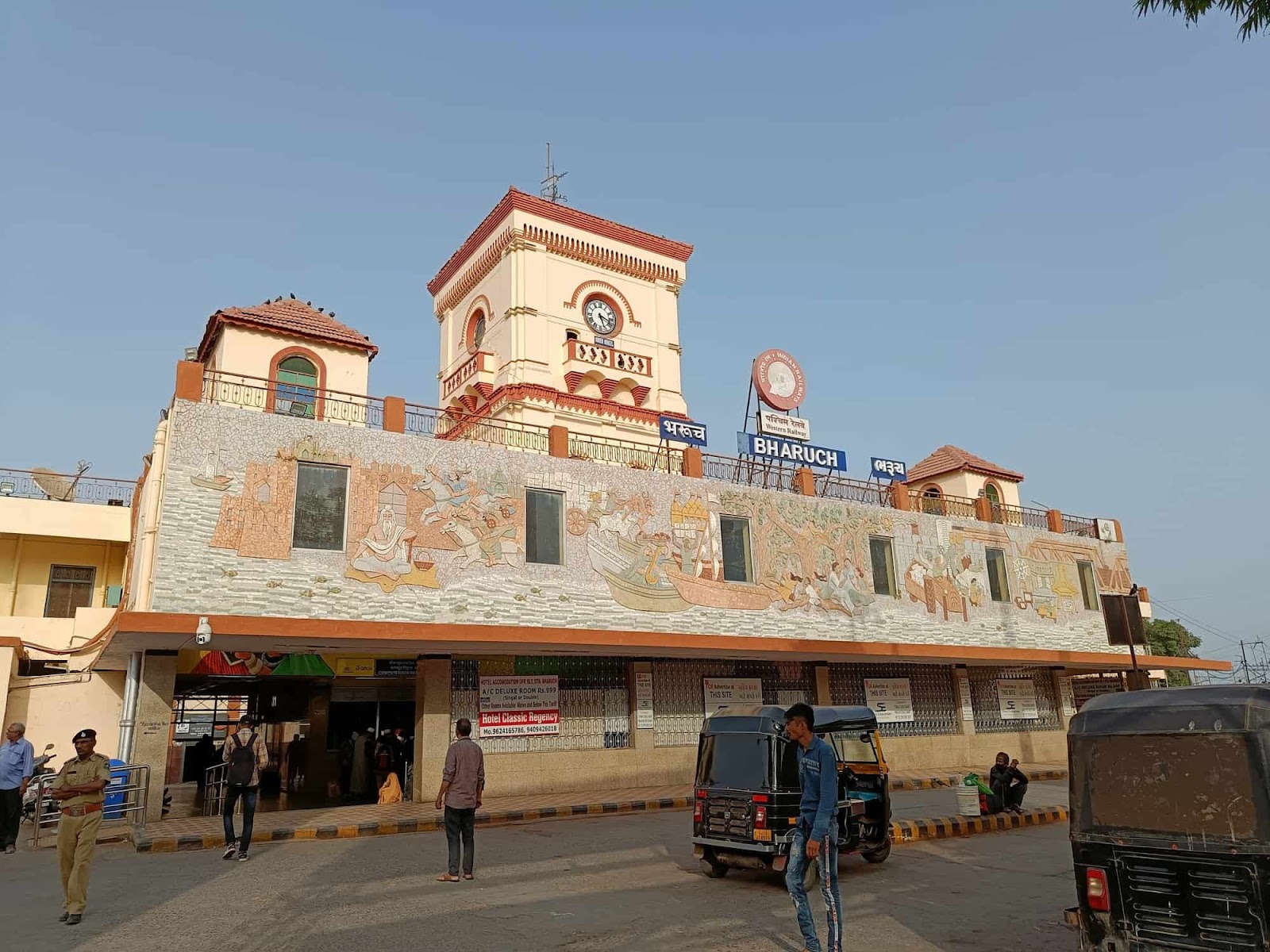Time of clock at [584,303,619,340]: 5:17
